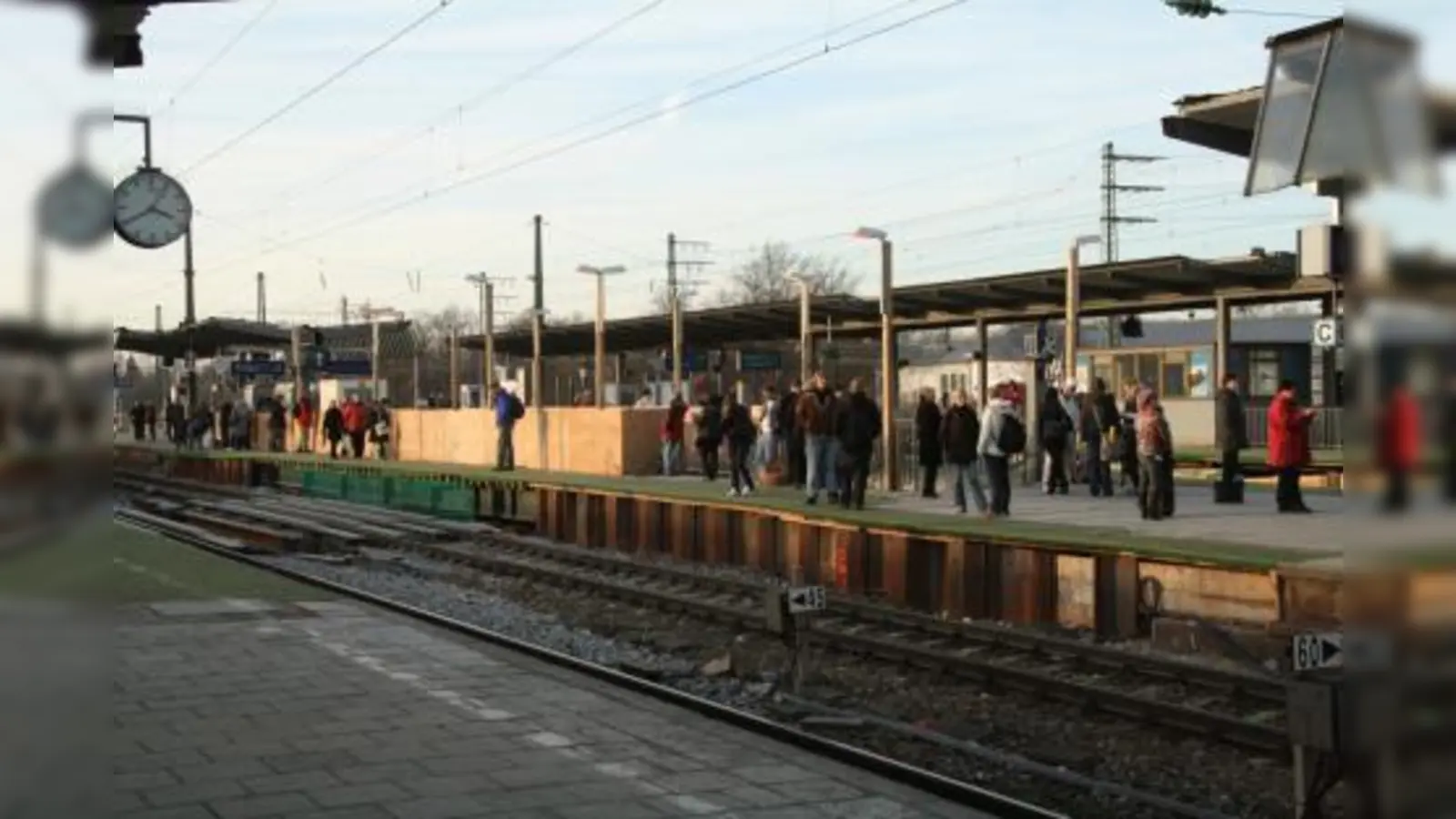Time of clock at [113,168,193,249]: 3:40
